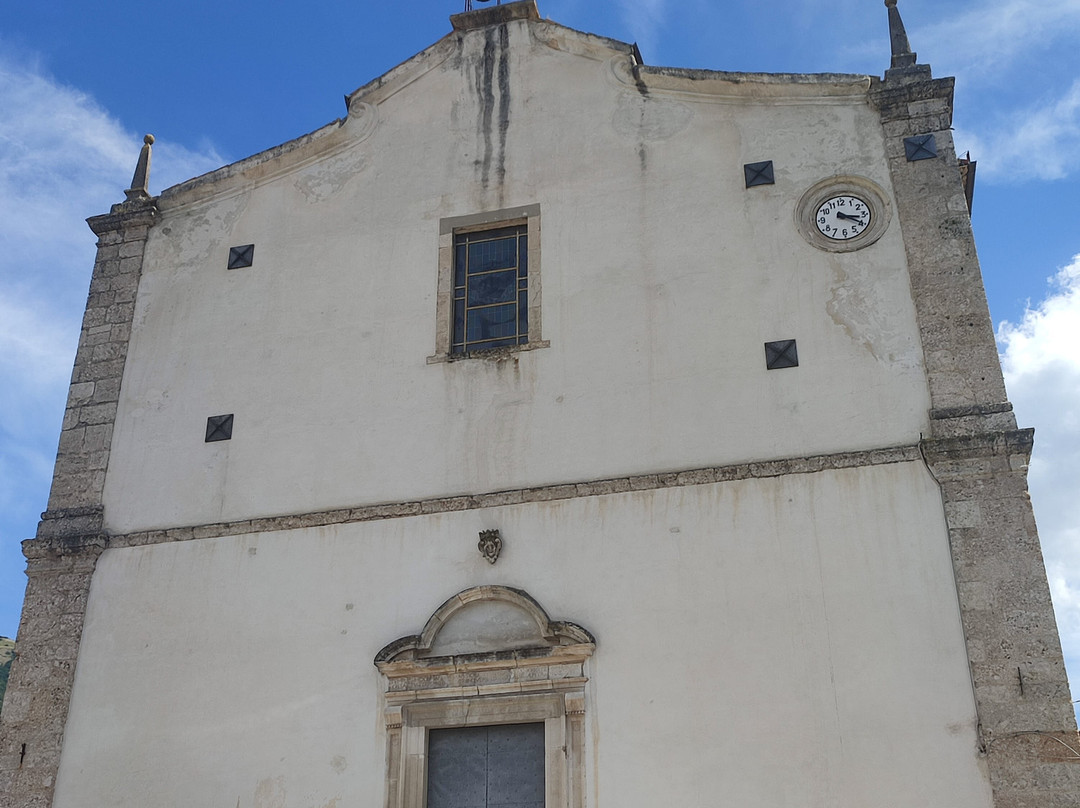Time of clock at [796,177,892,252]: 3:20
